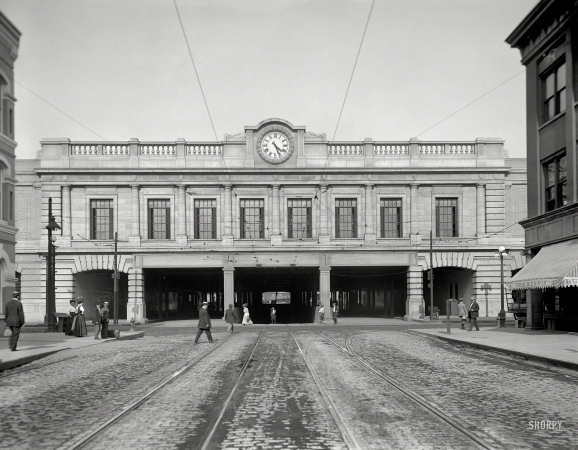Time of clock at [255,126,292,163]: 4:26
